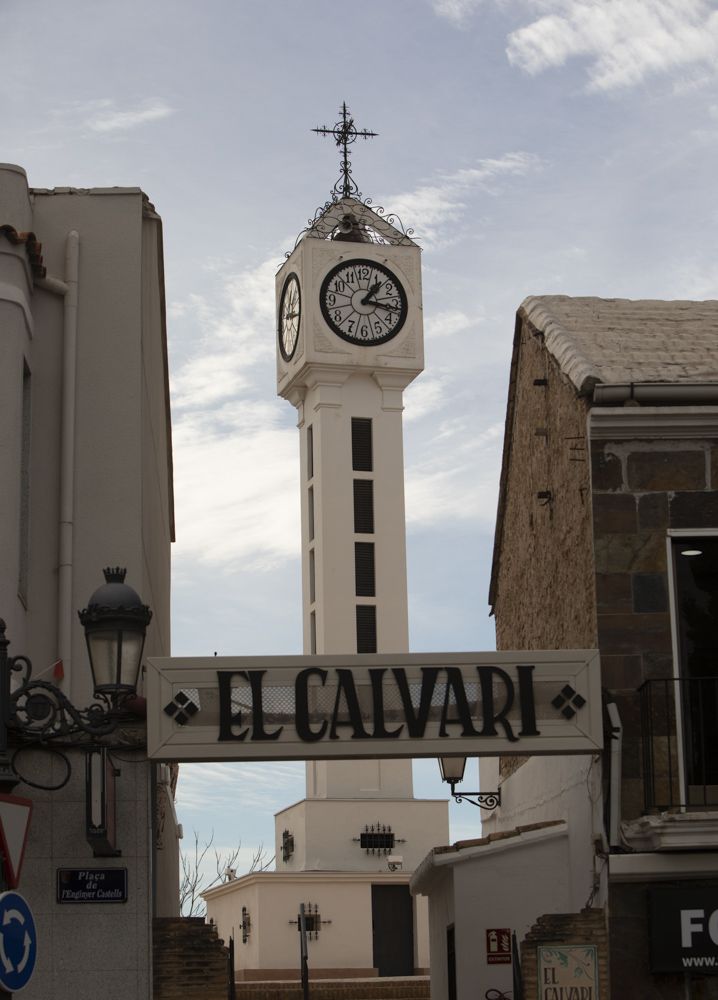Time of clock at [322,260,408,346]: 1:17
